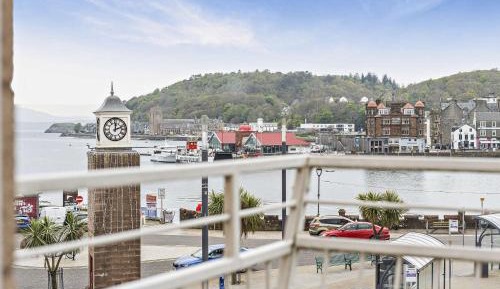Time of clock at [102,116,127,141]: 12:11
